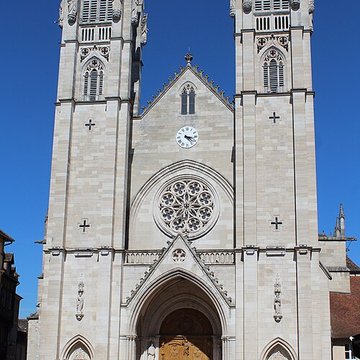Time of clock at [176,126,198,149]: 3:22
